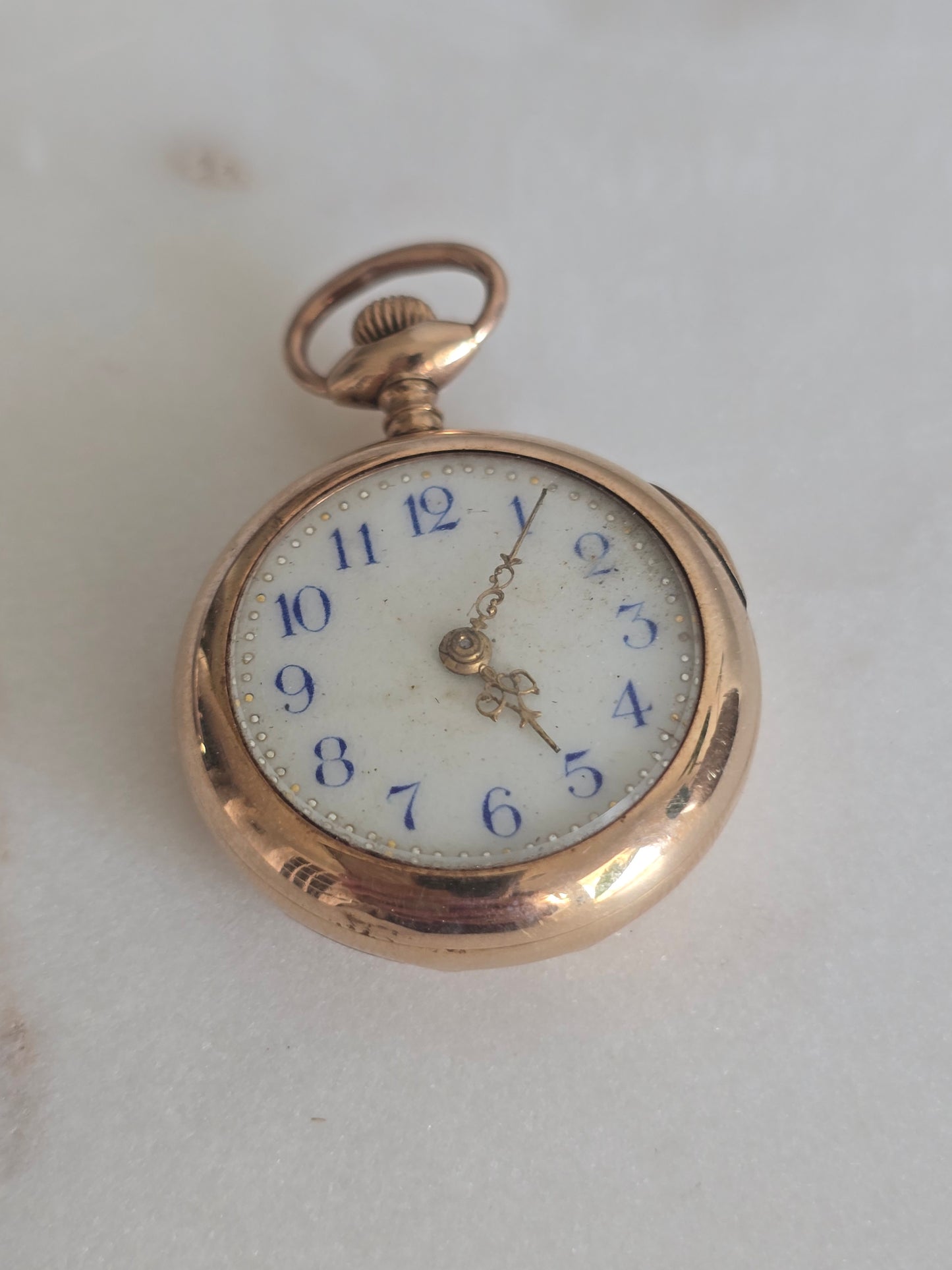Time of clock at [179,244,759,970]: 5:05
